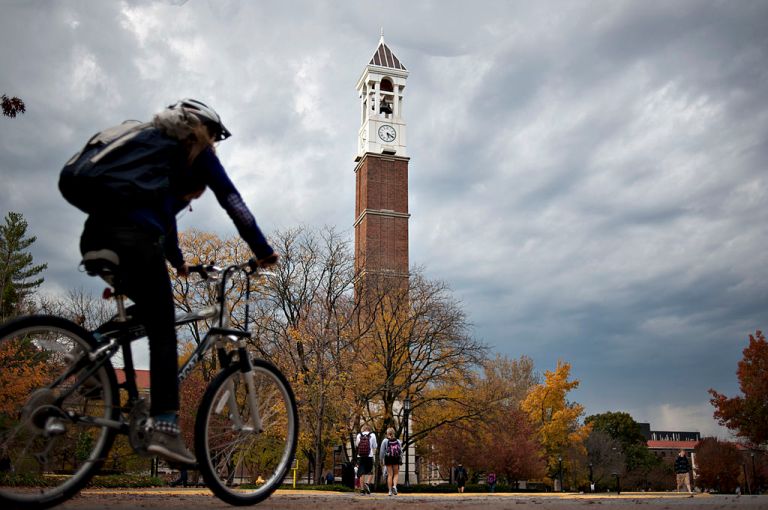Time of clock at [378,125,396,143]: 5:18
